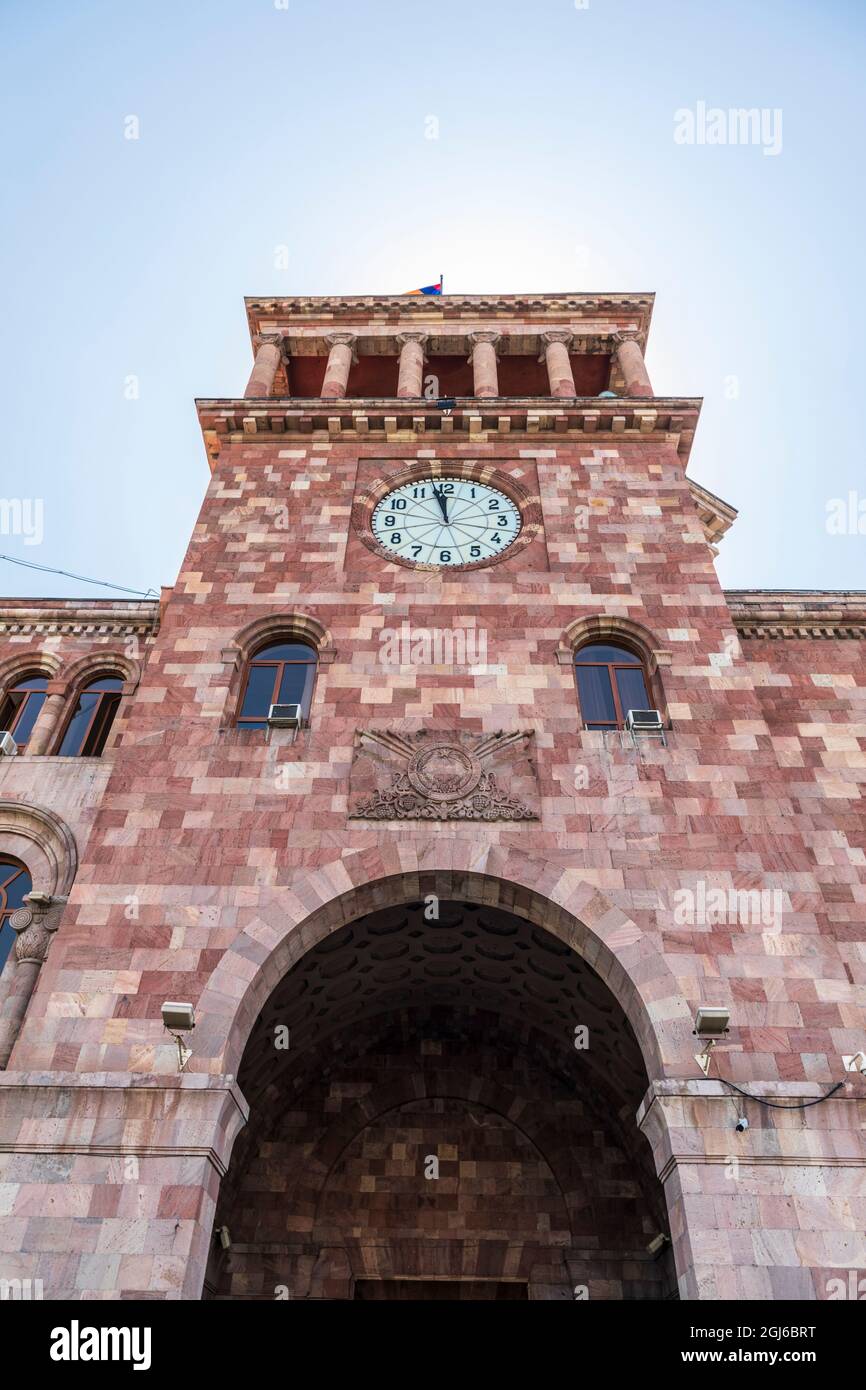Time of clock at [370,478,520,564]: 11:57
